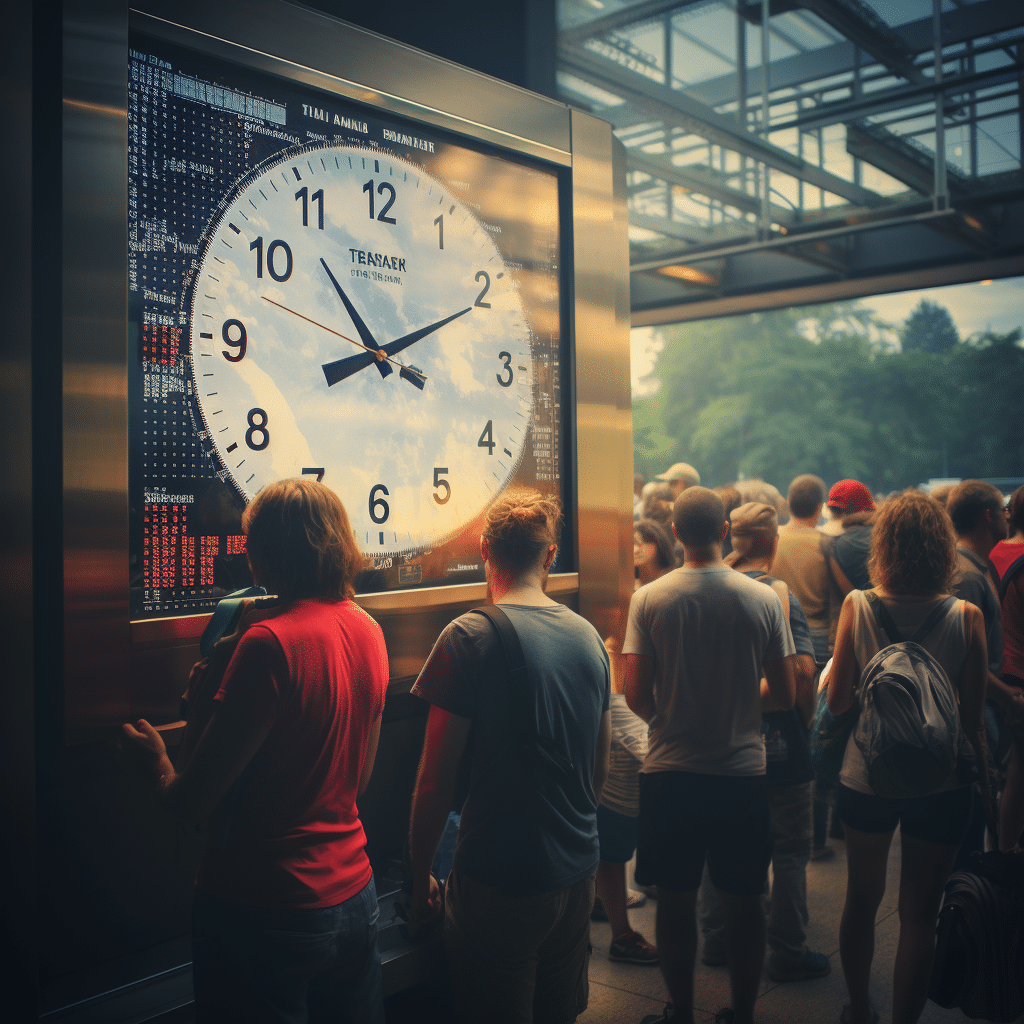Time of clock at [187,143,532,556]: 8:10
